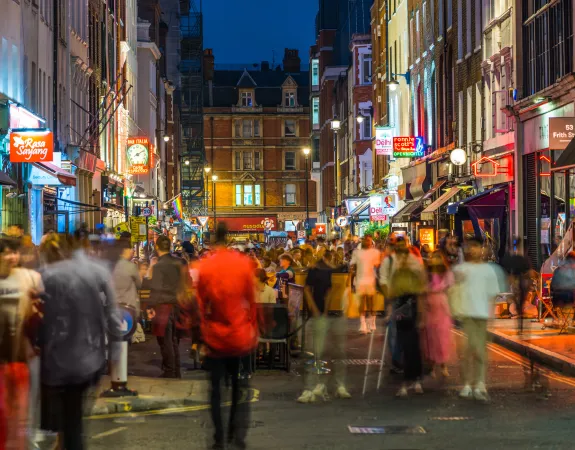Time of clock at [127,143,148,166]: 8:09
